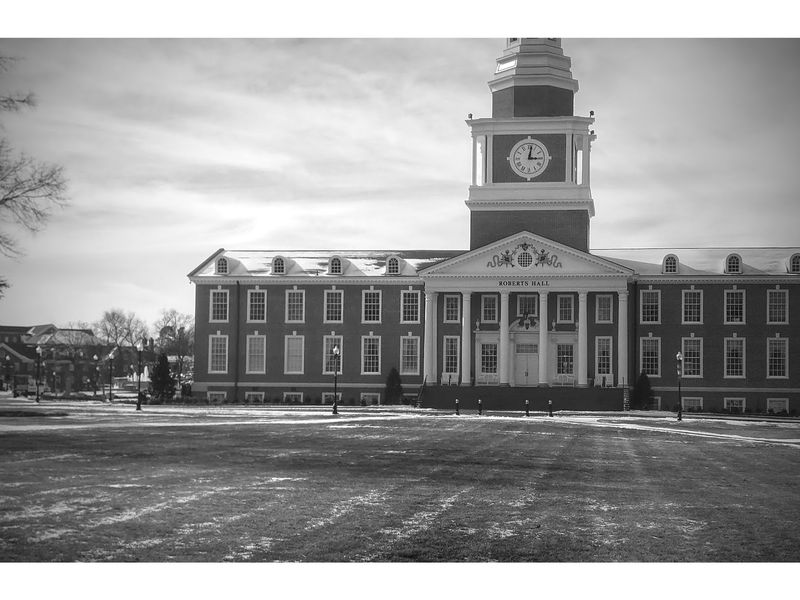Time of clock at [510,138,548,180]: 3:01
